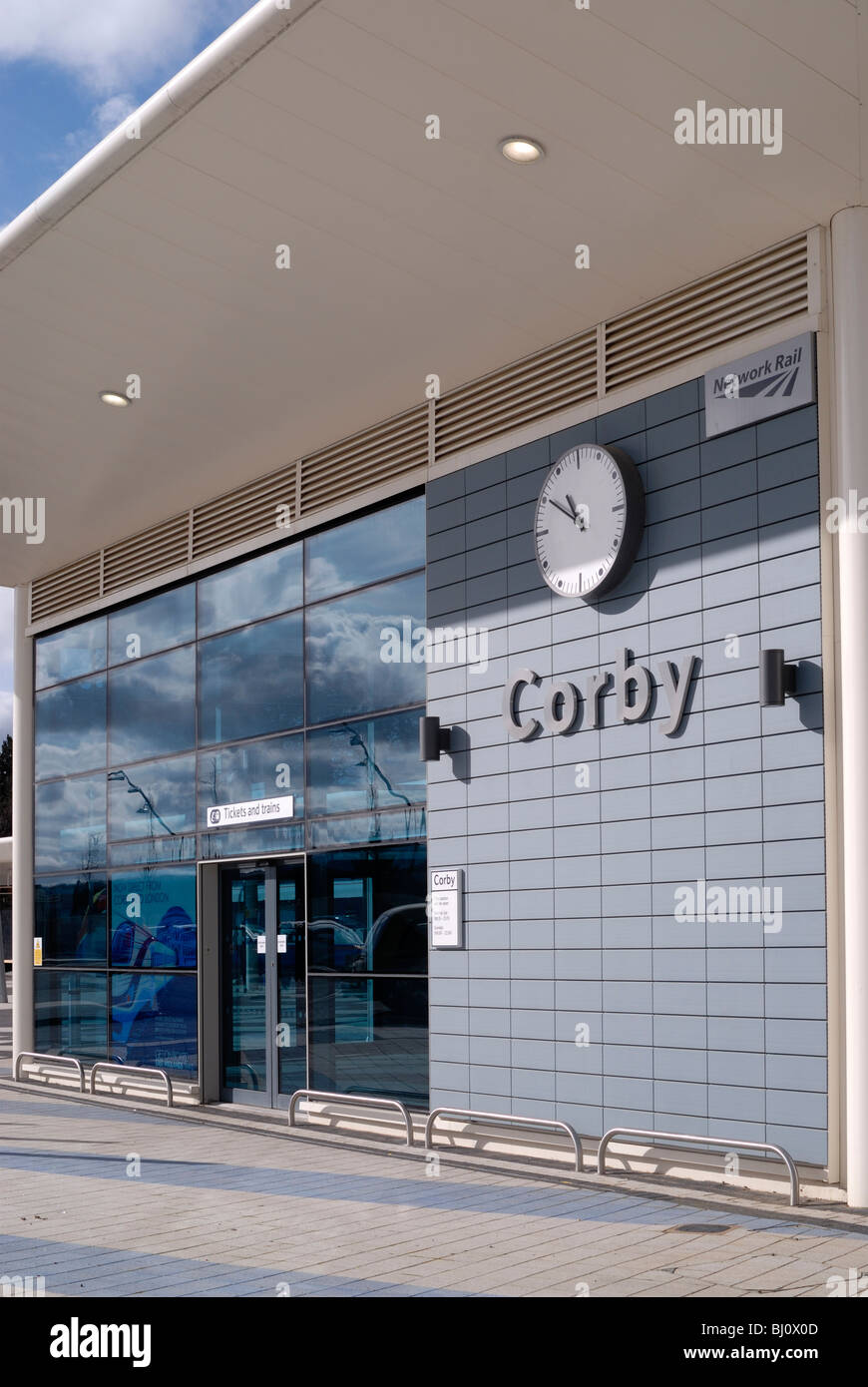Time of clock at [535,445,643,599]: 10:50
